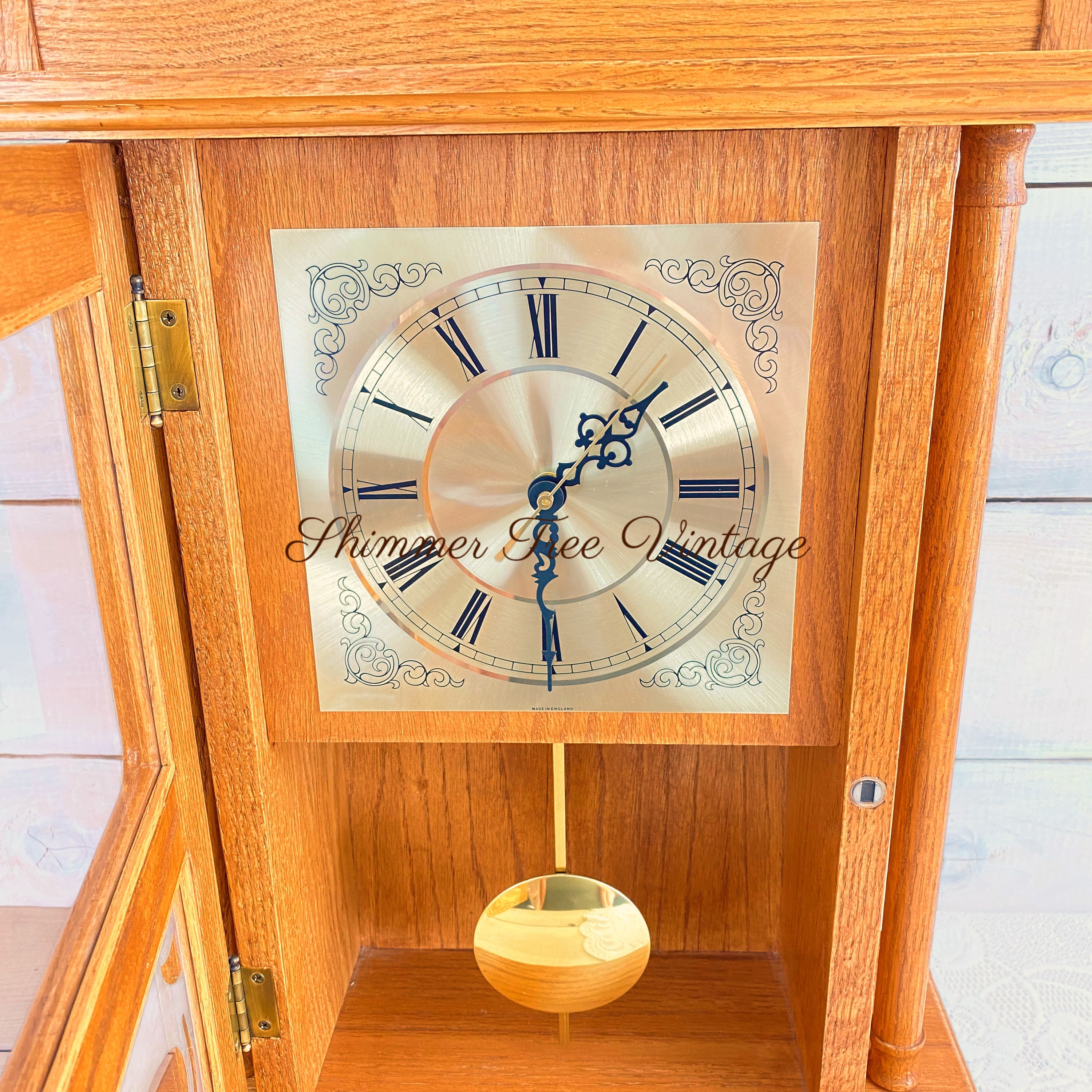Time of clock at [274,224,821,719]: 1:30
